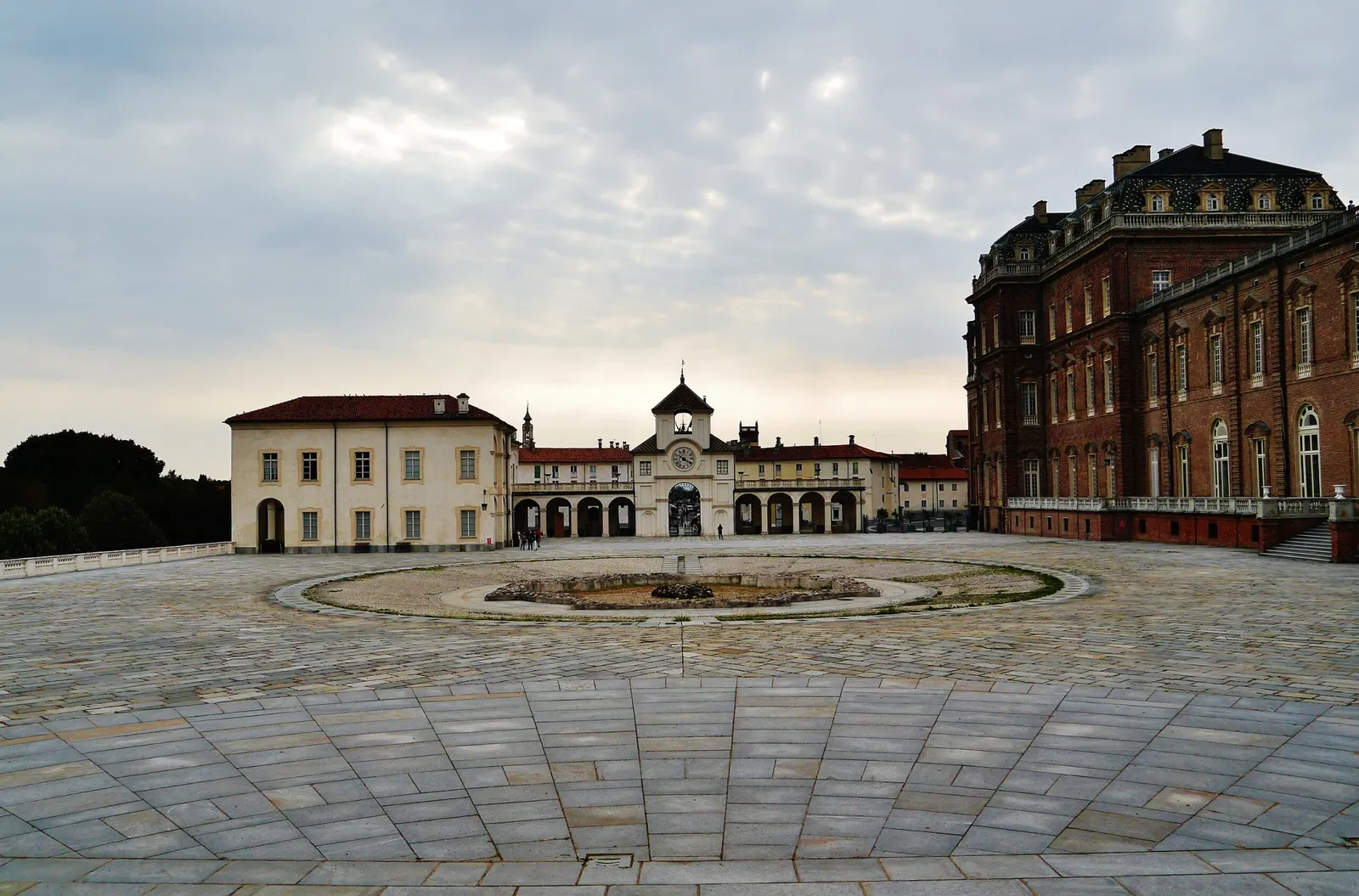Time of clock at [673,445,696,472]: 10:19
